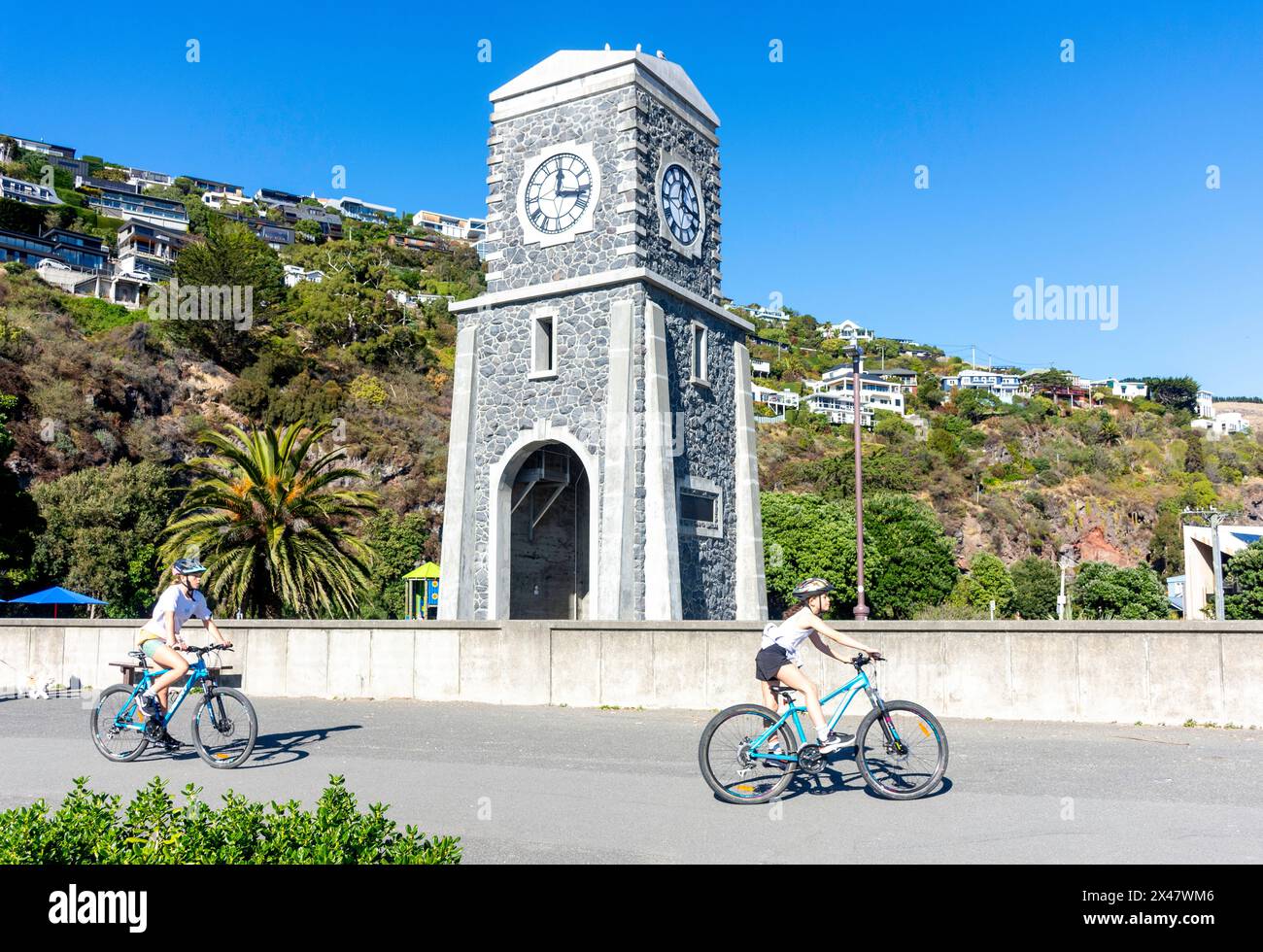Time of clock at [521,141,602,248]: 12:16
